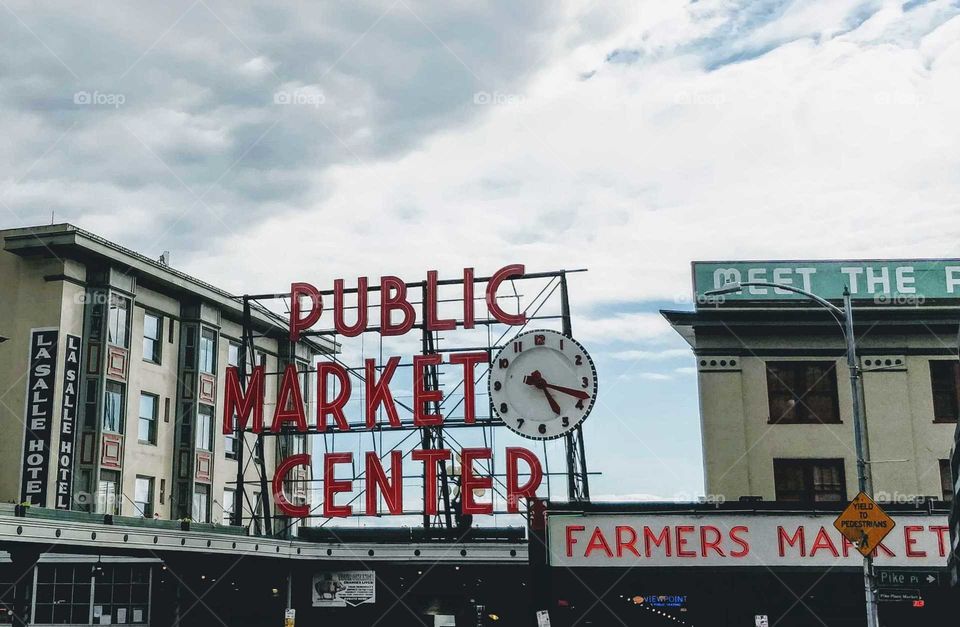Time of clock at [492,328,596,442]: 5:18
